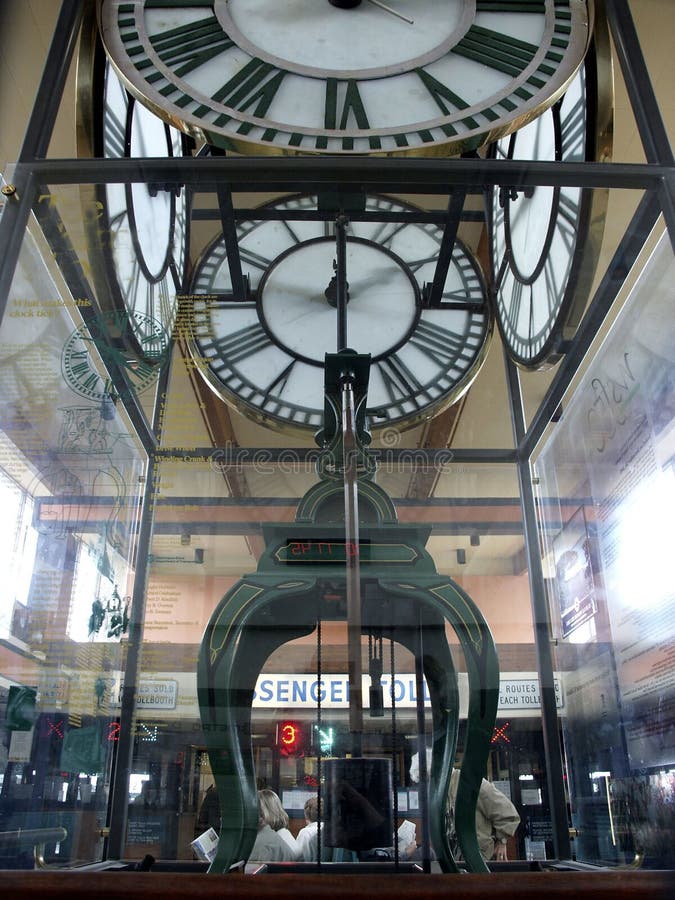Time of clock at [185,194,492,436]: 5:59
